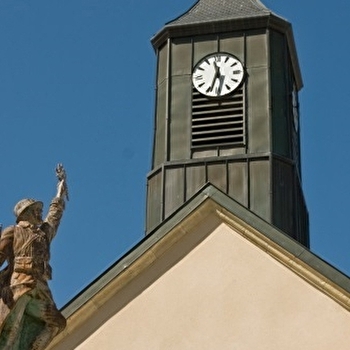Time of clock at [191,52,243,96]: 11:33
